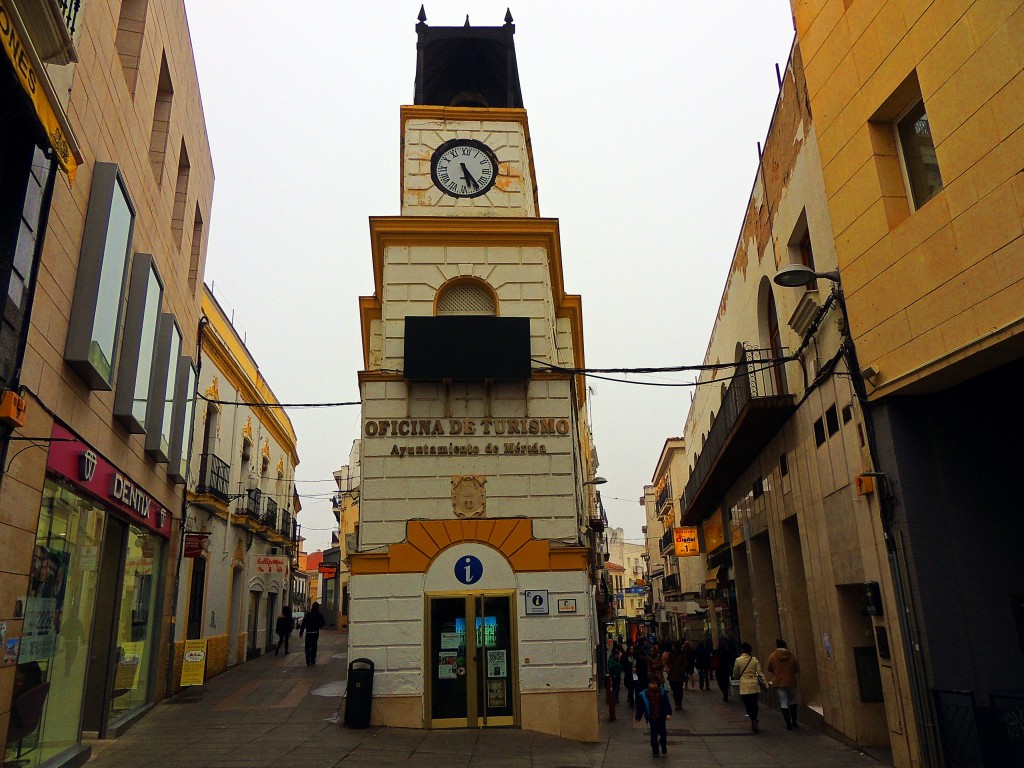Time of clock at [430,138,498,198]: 5:23
